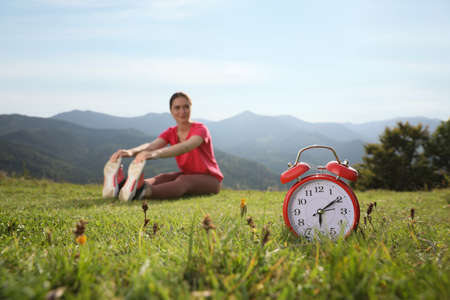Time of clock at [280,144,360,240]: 6:09
